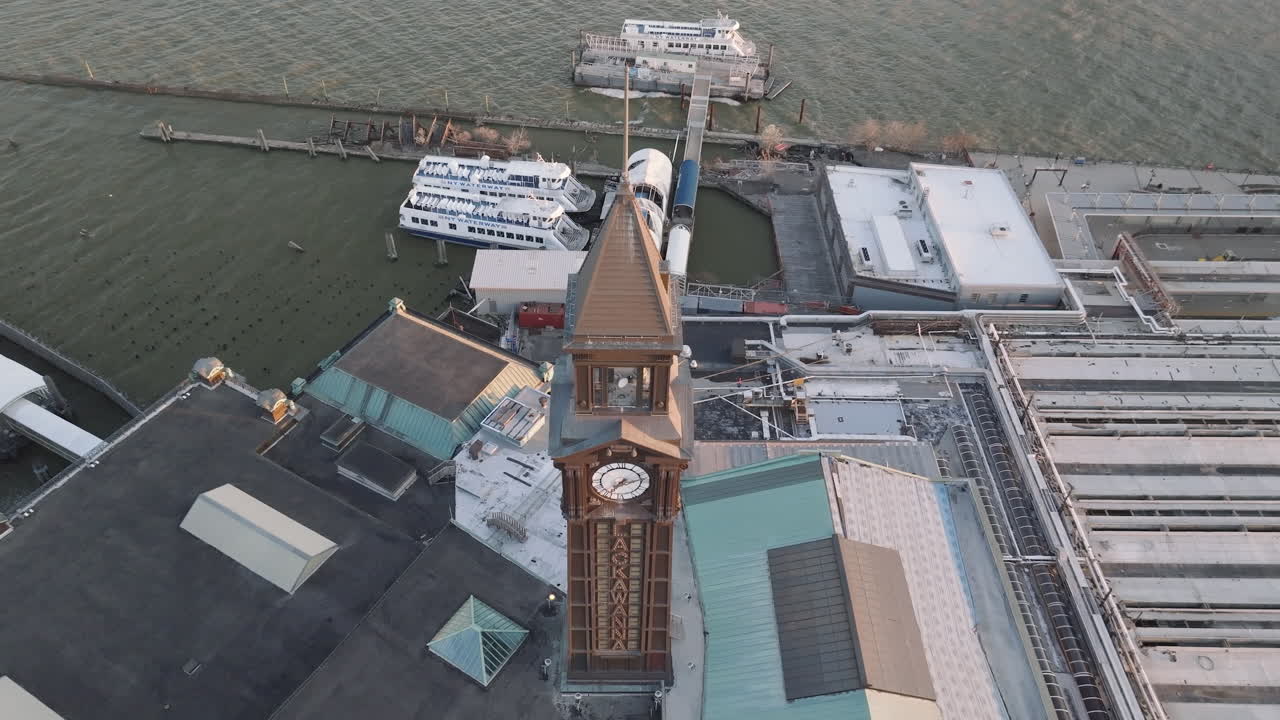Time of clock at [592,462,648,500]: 7:13
